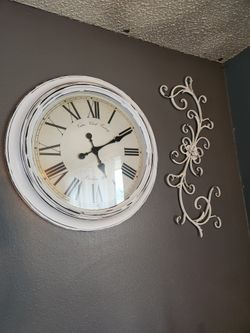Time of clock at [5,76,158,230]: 5:10
